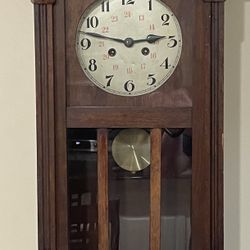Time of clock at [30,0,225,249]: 2:47
